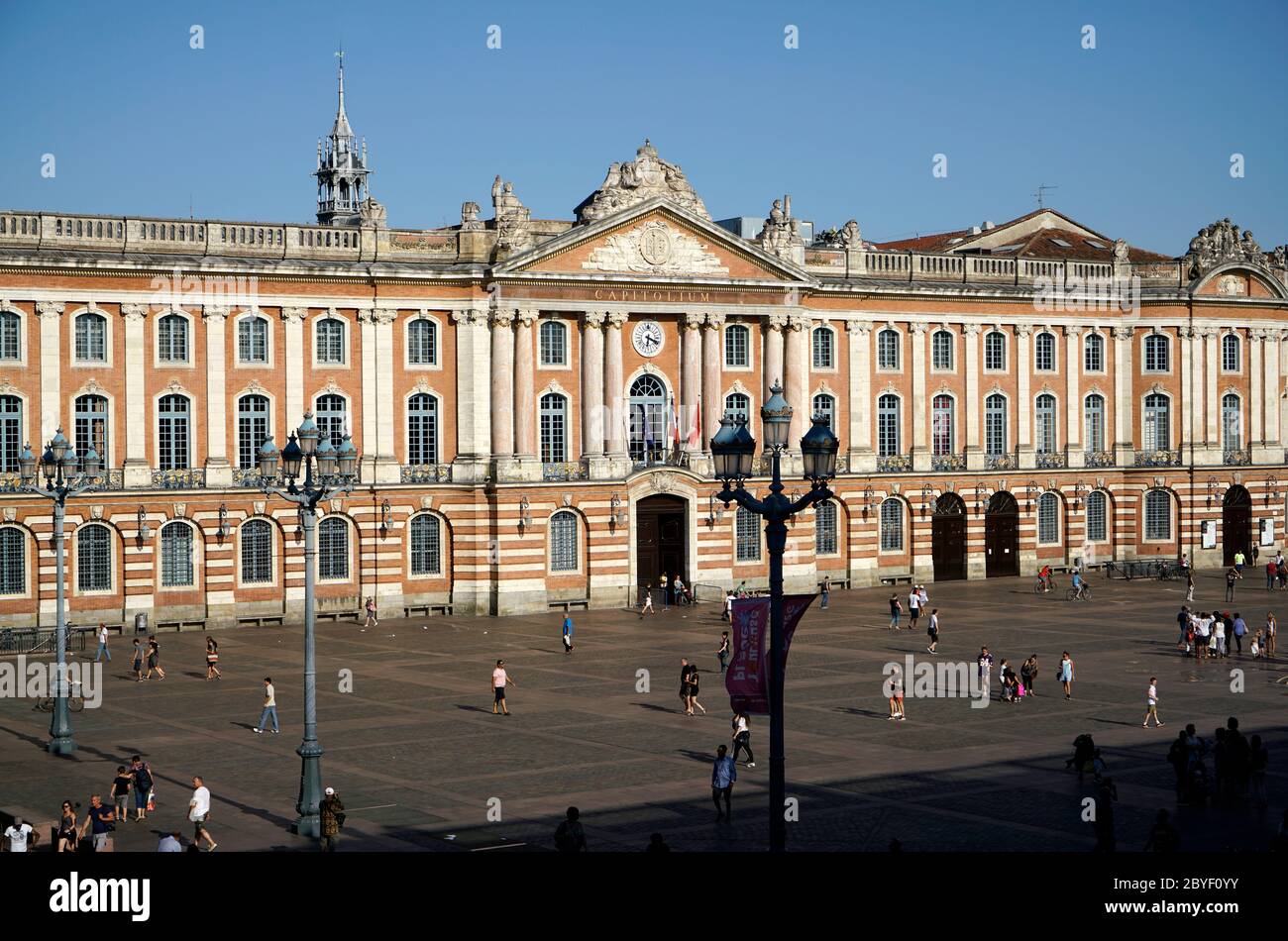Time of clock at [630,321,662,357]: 6:18
